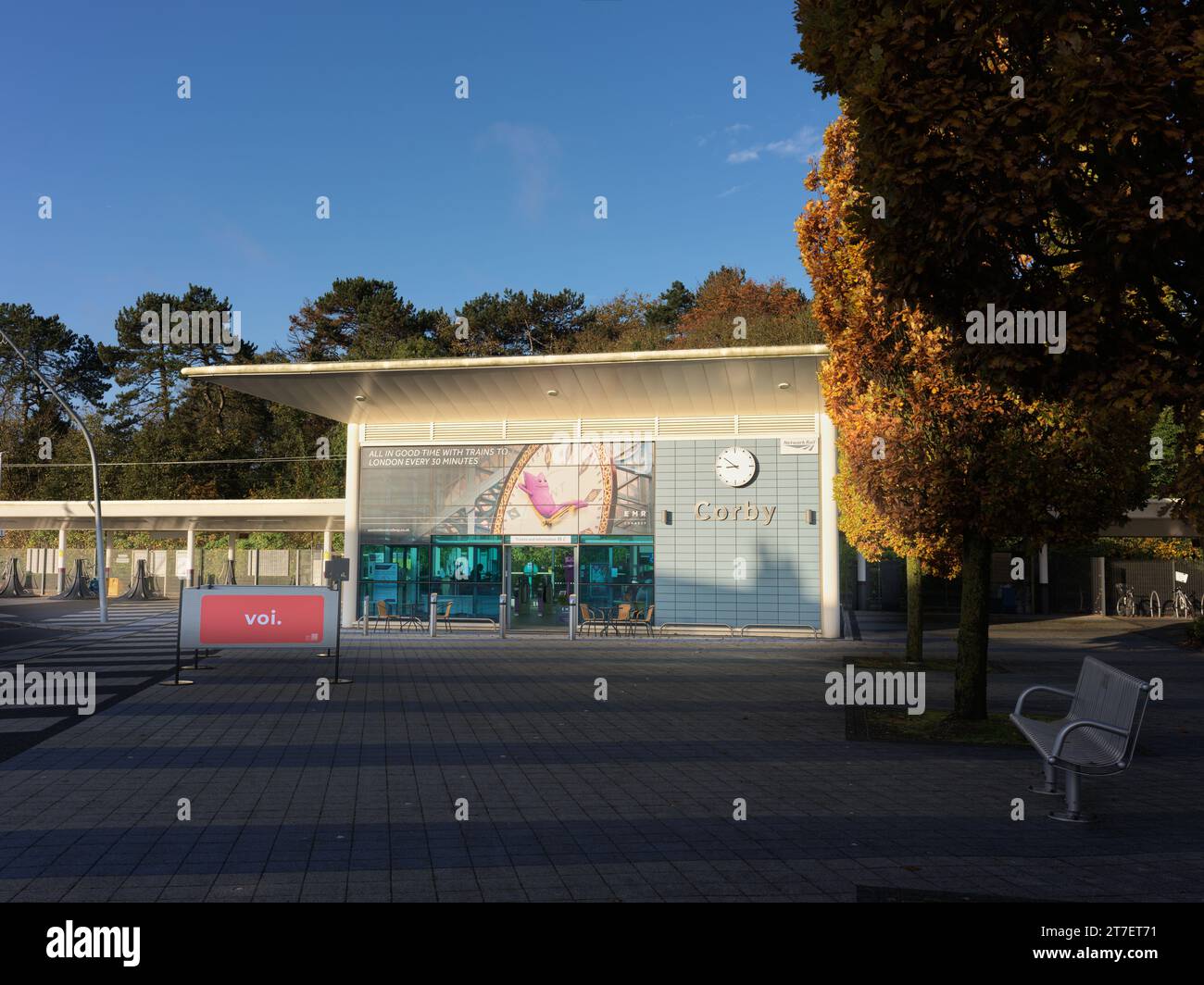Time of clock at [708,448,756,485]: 8:51
